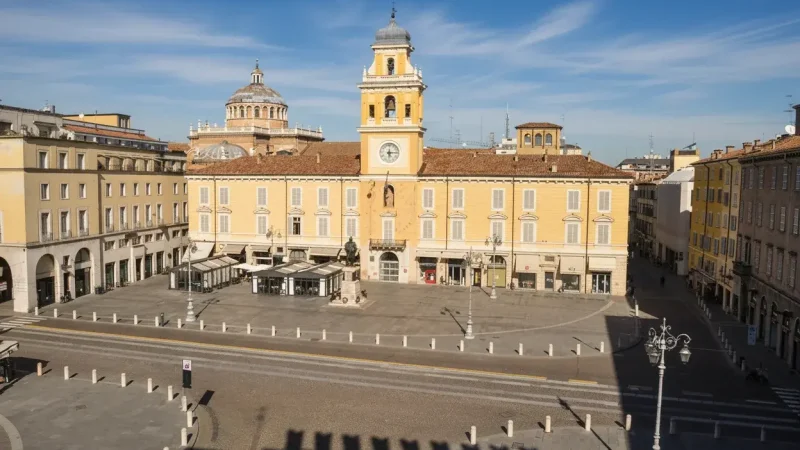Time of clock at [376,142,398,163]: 6:14
